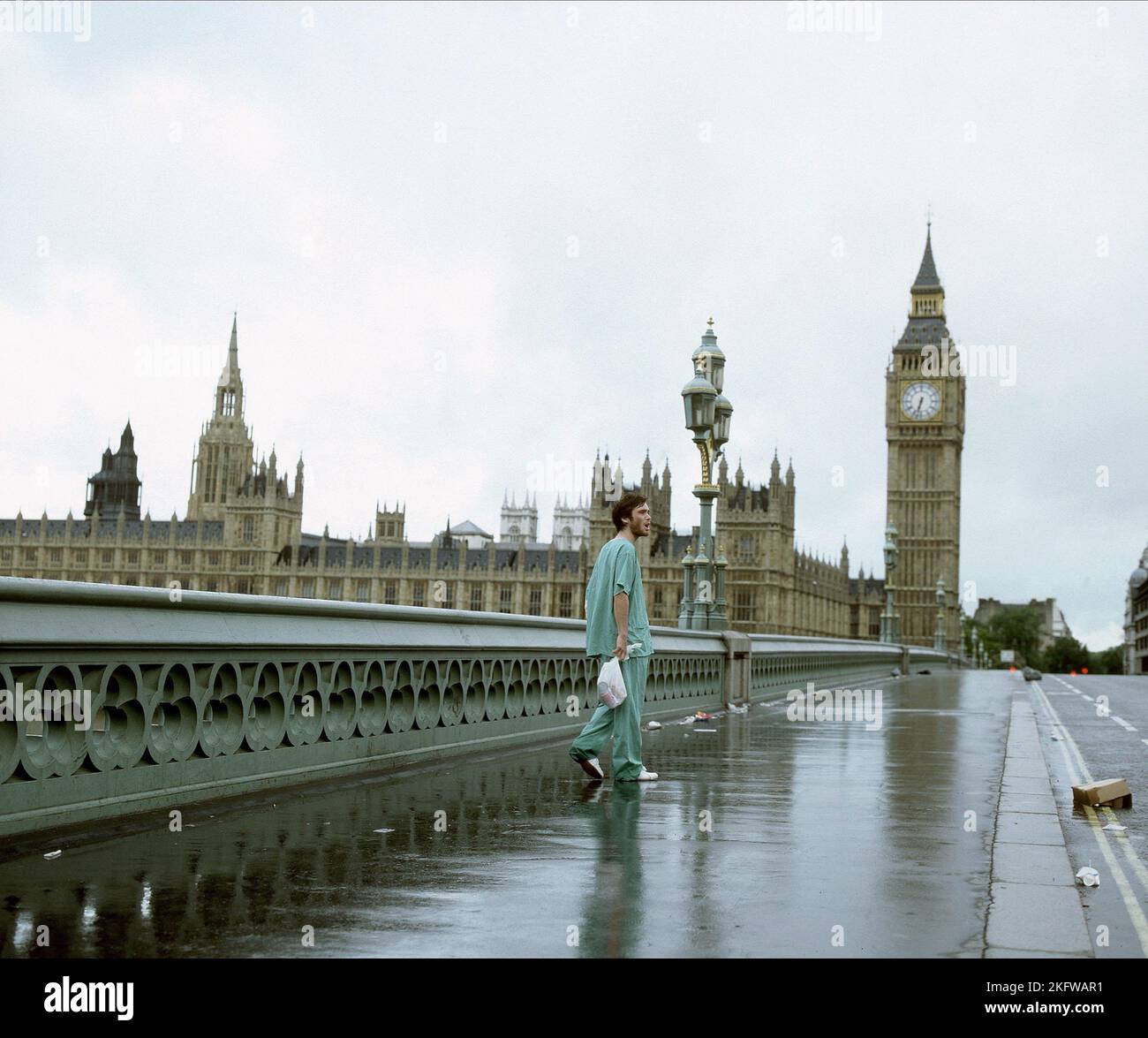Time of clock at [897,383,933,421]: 6:32
